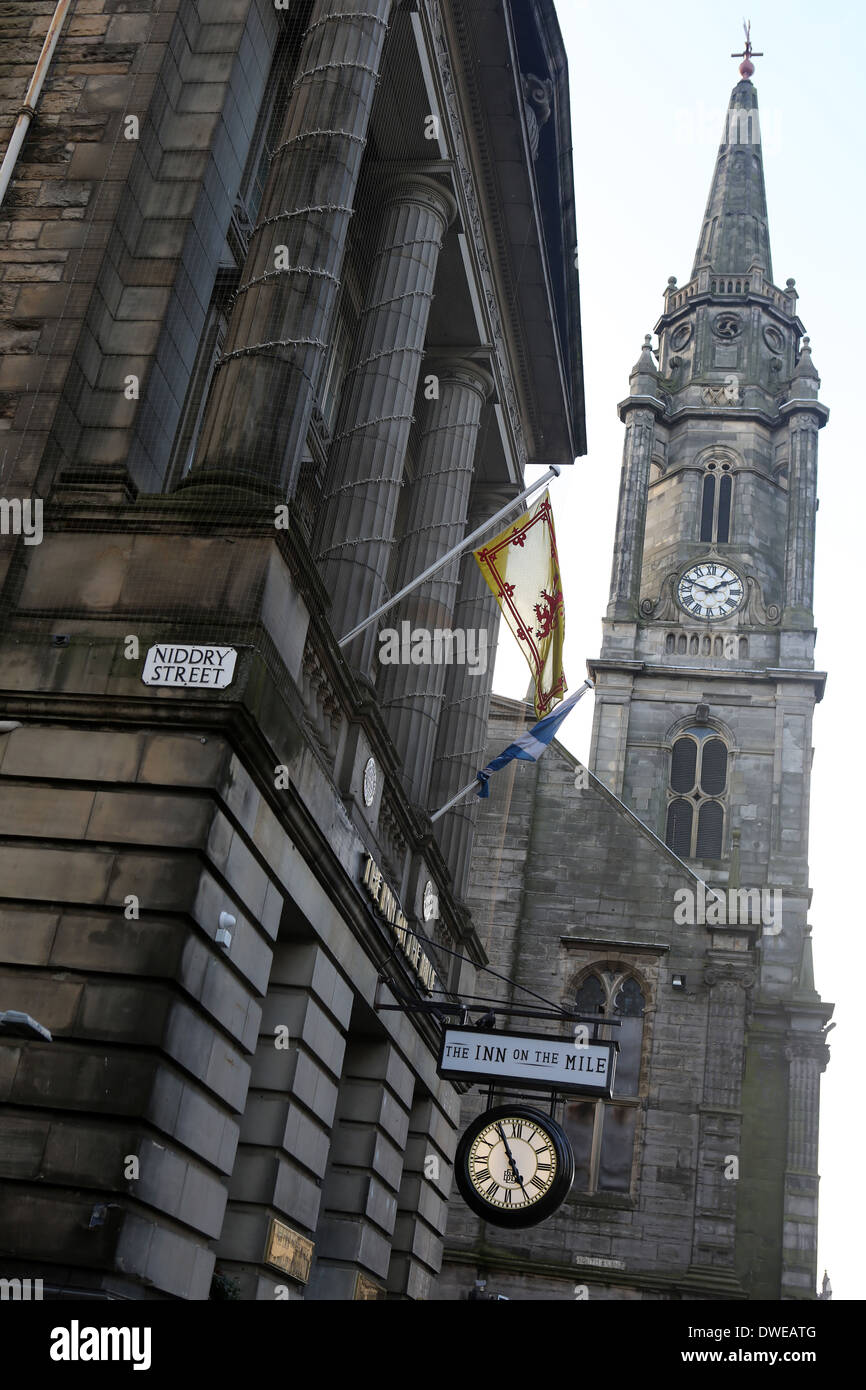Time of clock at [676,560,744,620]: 1:48
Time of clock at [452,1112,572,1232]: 4:55
